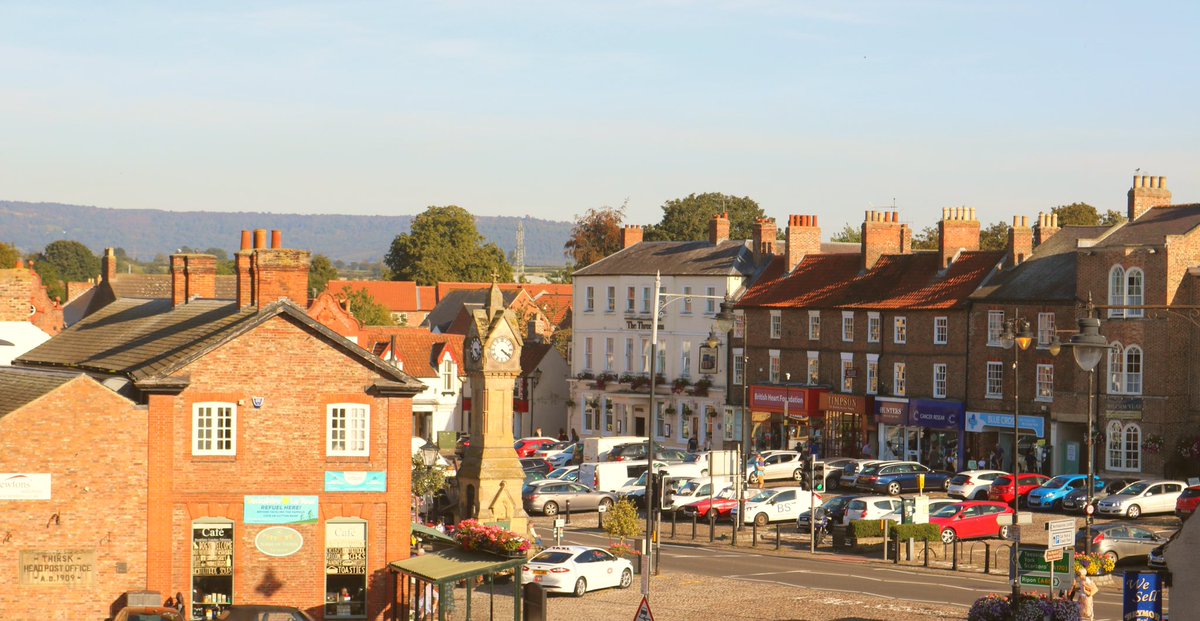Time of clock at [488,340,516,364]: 4:21
